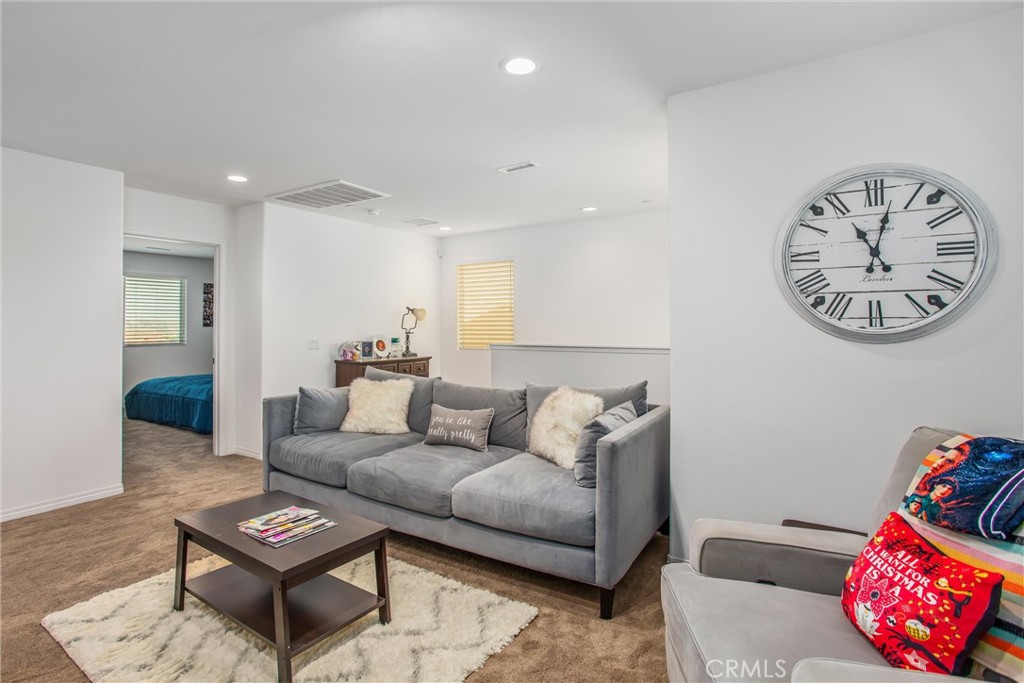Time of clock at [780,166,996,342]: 11:02
